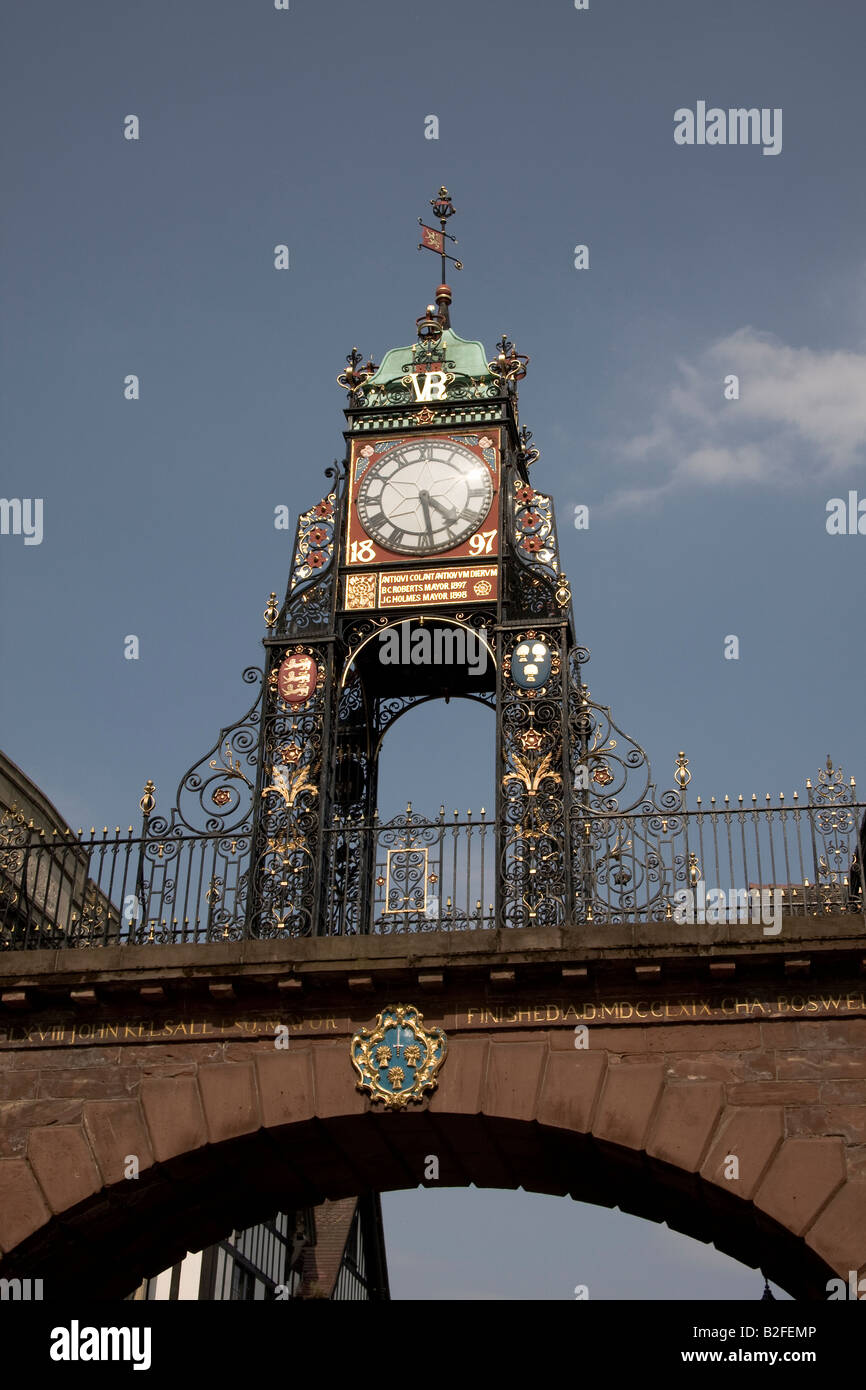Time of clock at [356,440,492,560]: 4:28
